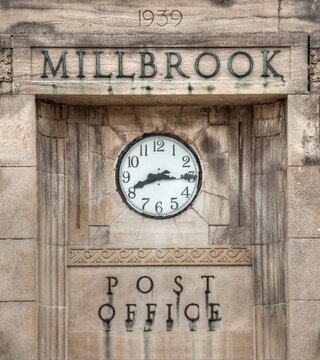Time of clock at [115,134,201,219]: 8:15
